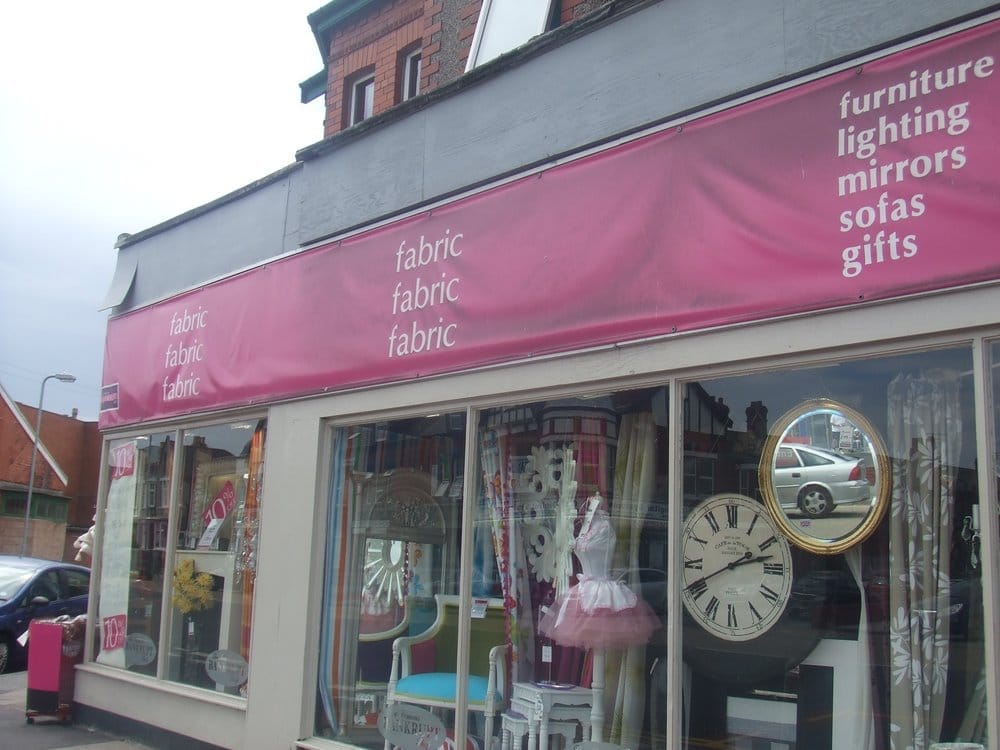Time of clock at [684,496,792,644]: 2:12
